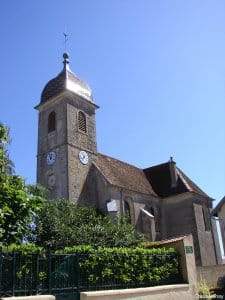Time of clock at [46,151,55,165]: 11:02
